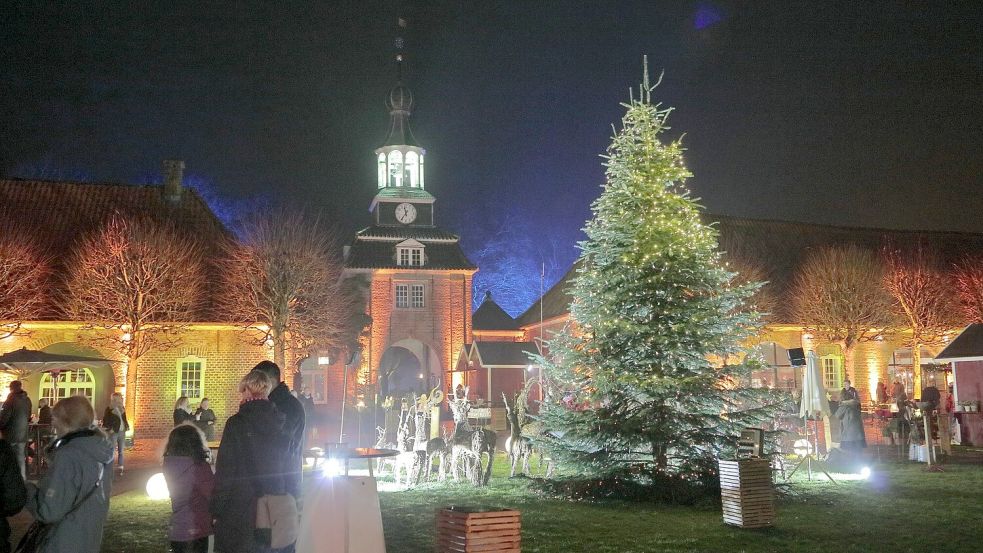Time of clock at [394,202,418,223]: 11:36
